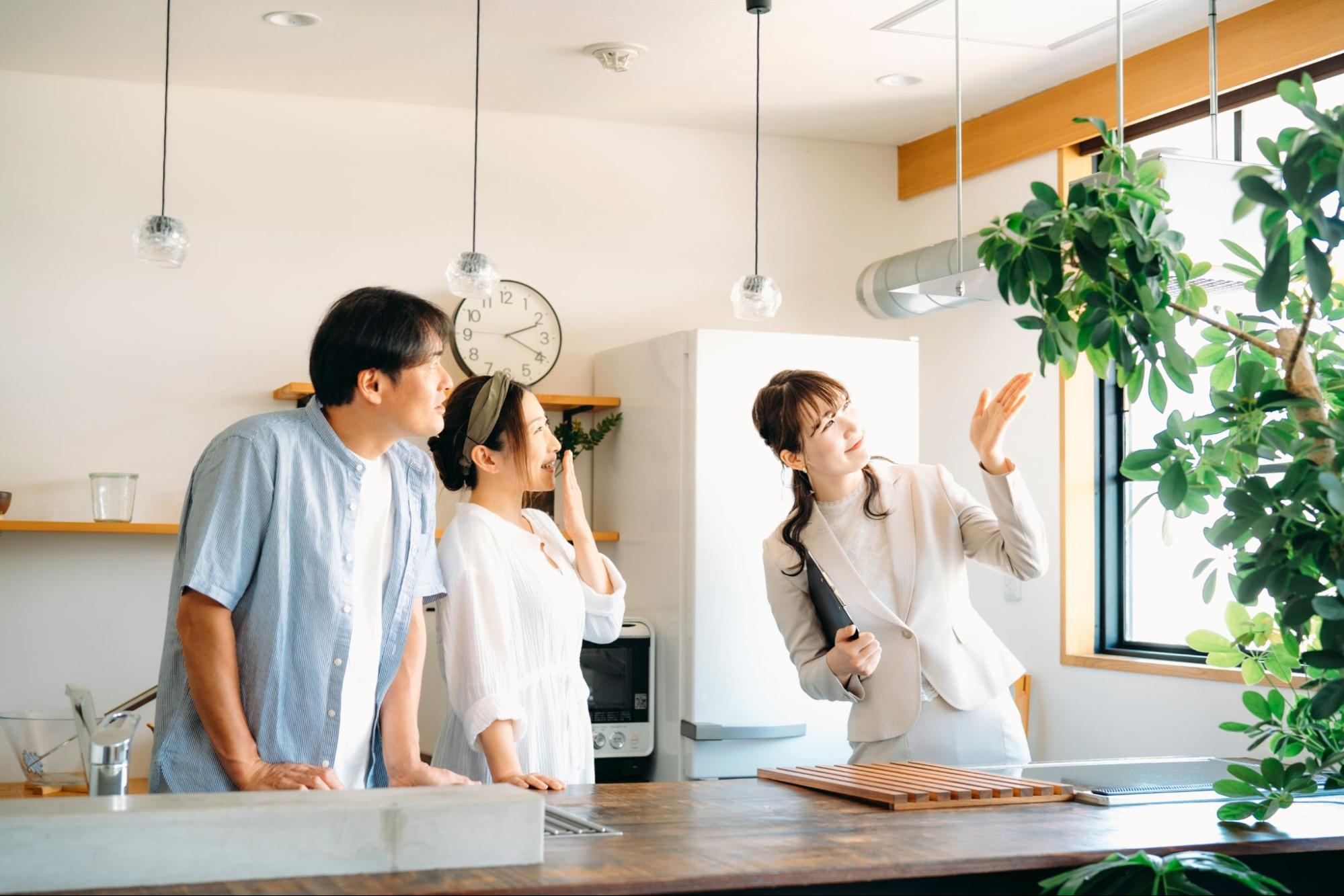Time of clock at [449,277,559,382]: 2:19
